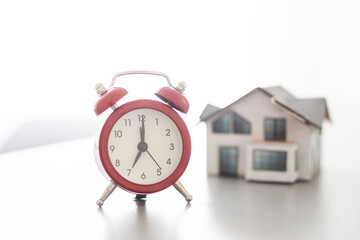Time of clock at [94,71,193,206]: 7:00
